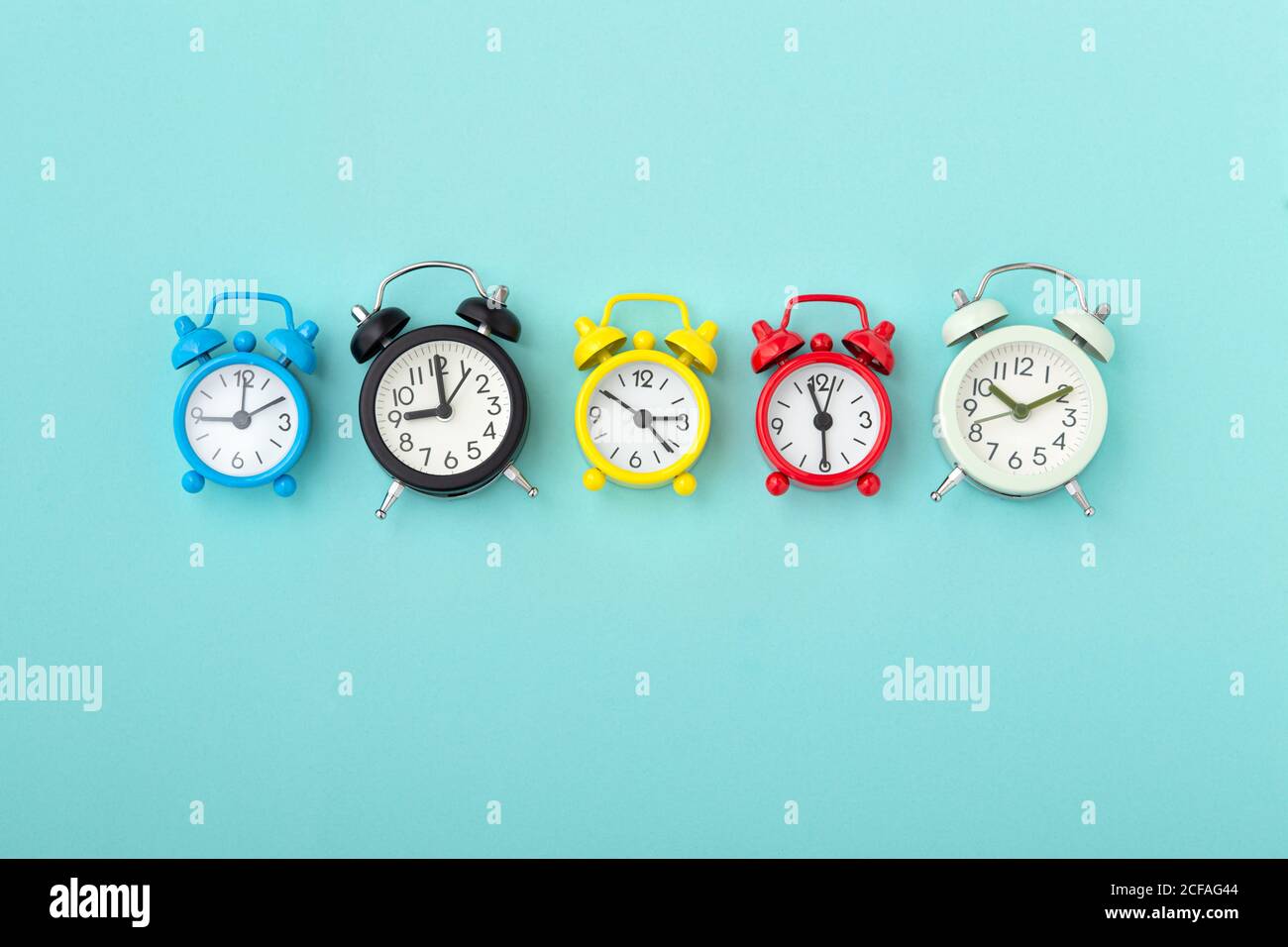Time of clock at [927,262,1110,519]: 10:10
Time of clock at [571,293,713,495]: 2:50
